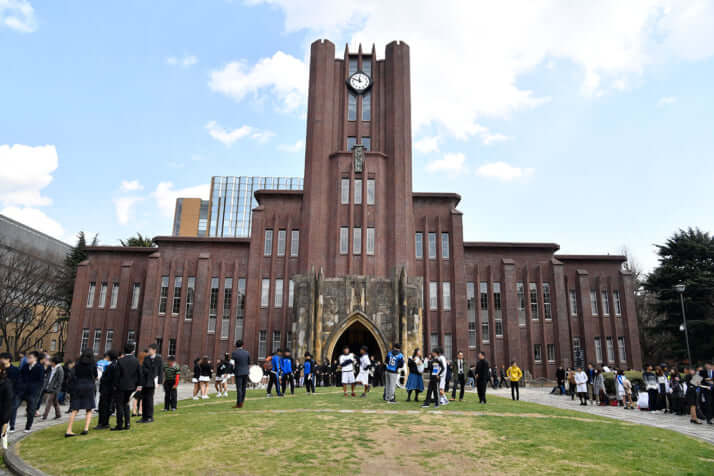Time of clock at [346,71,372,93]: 11:48
